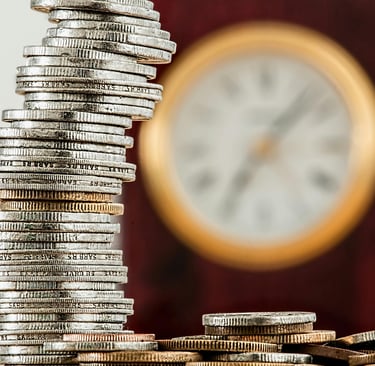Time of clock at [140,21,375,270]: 7:07
